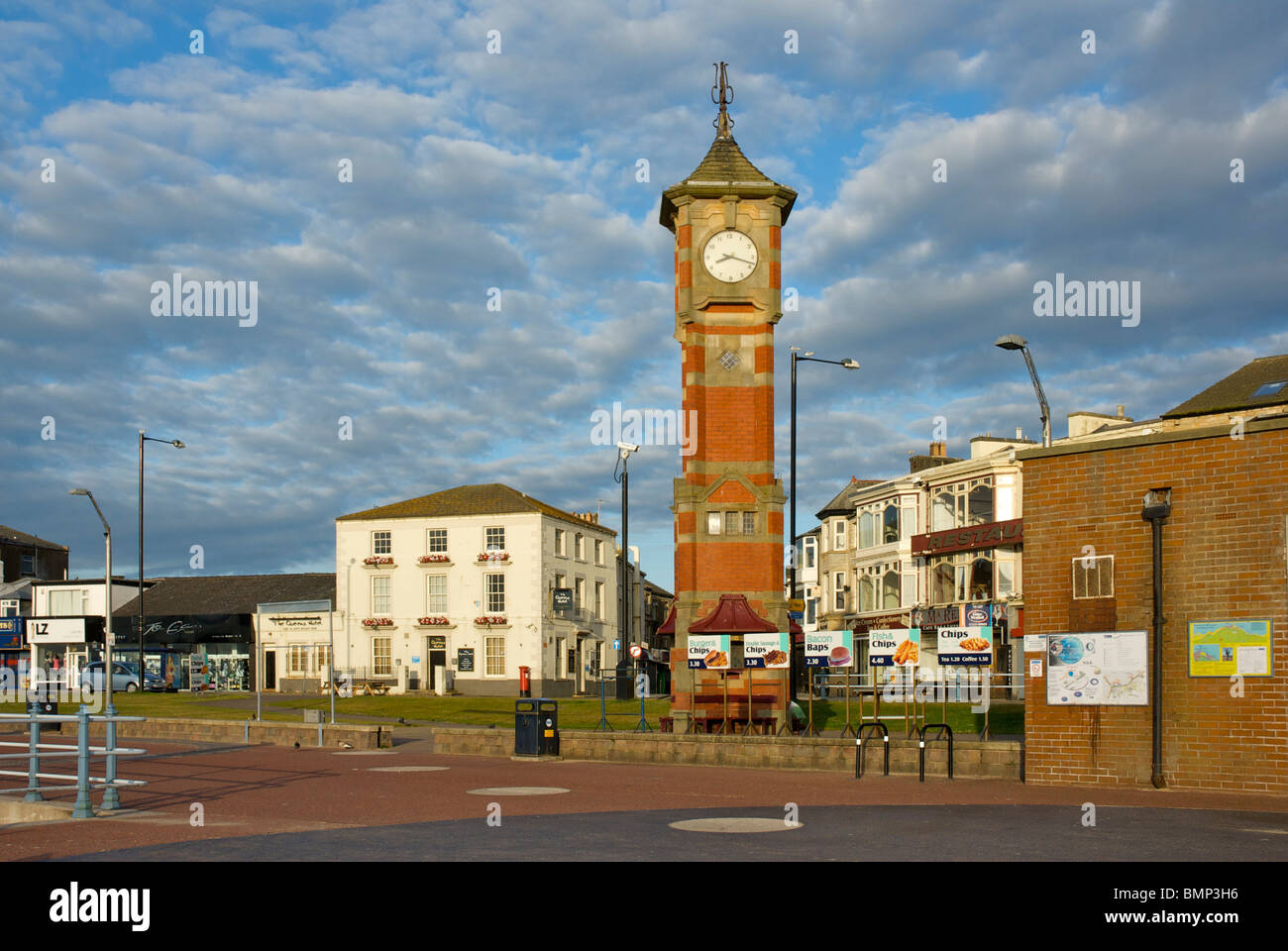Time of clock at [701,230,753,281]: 8:18
